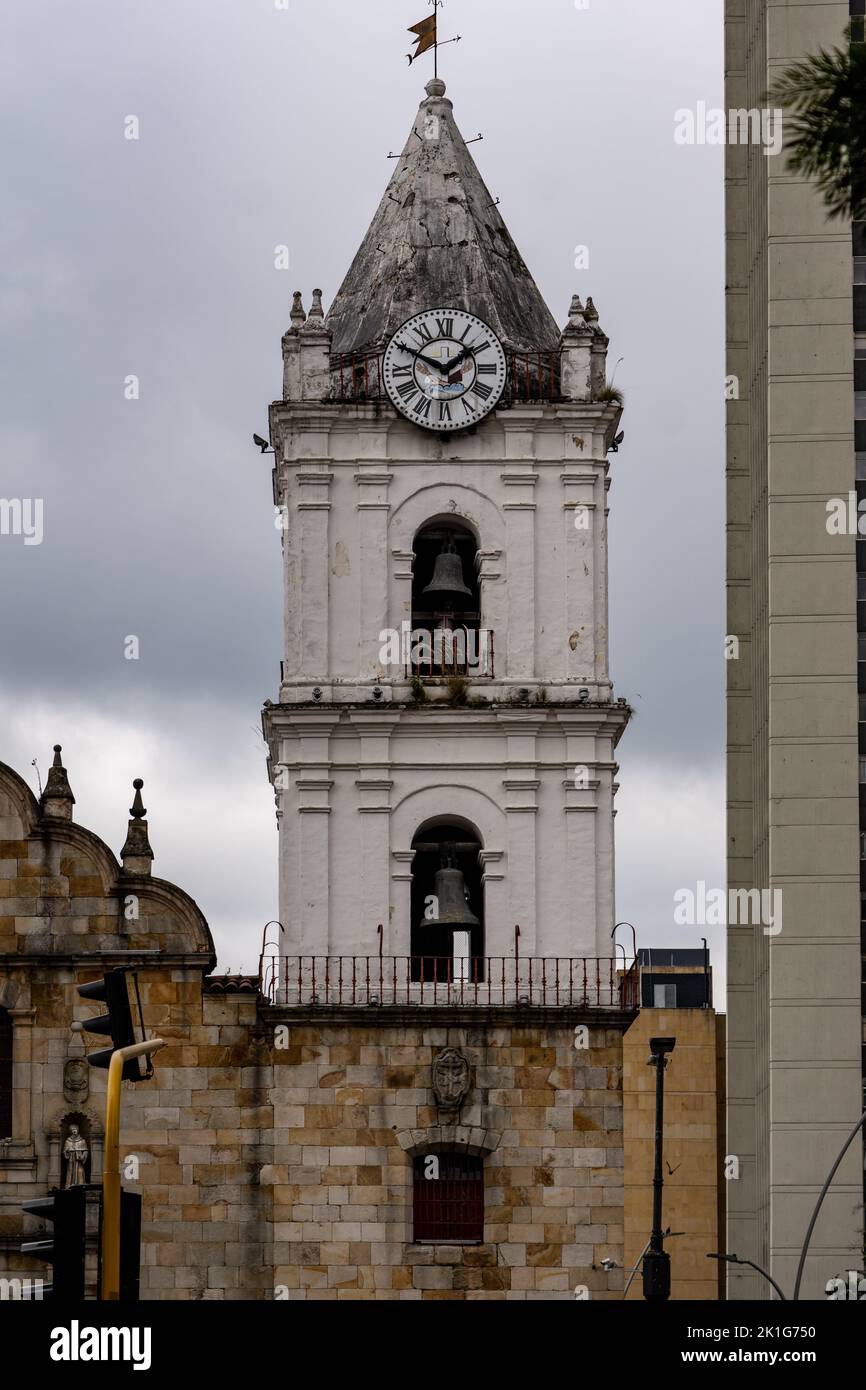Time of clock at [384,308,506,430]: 1:49
